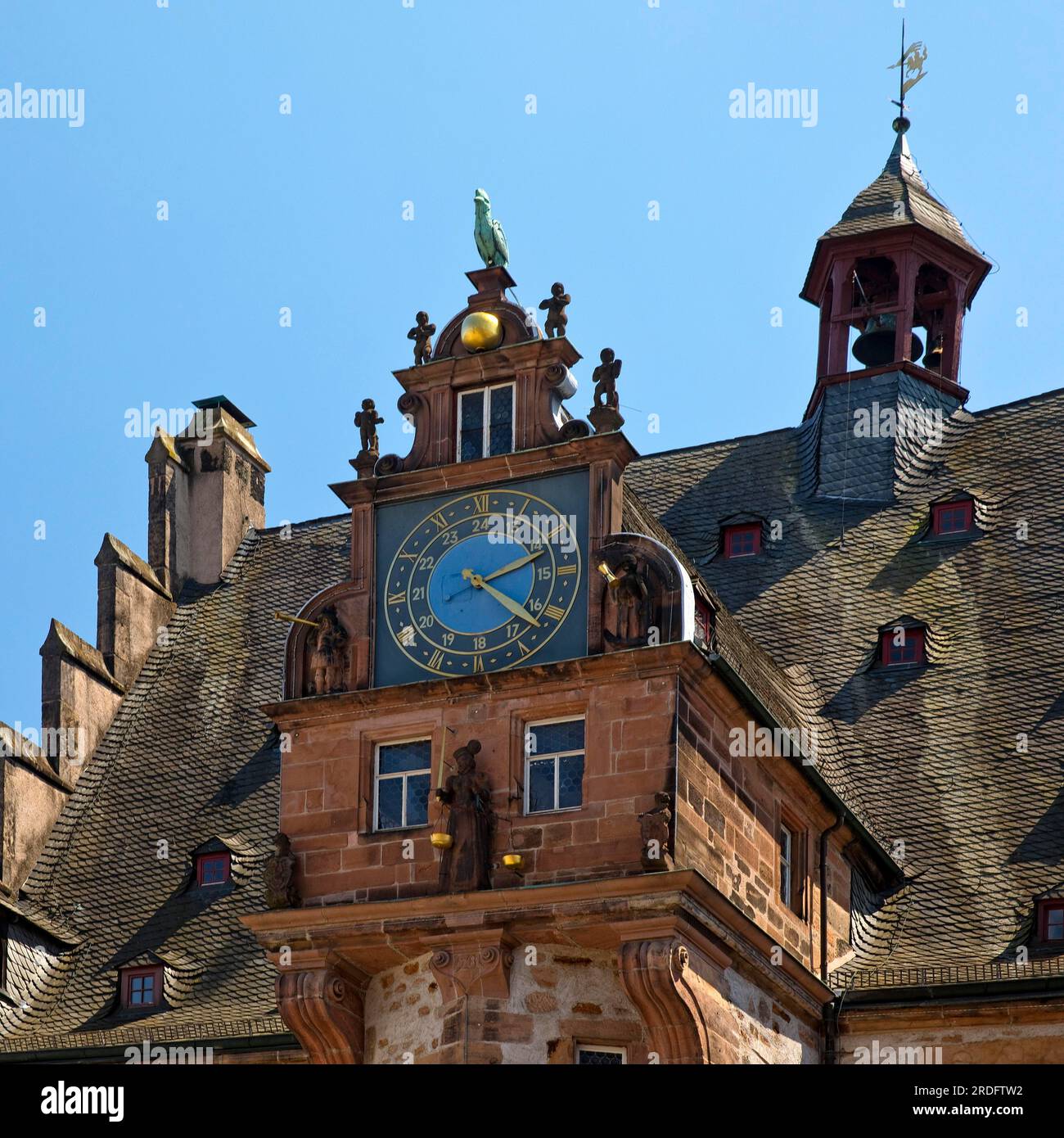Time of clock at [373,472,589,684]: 2:21
